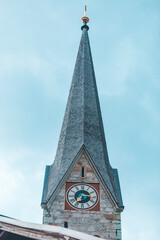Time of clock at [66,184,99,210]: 7:15
